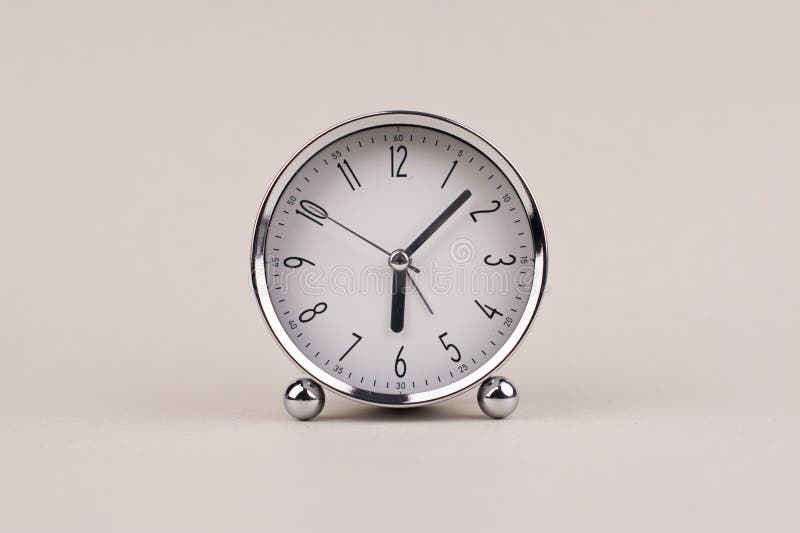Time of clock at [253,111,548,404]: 6:07
